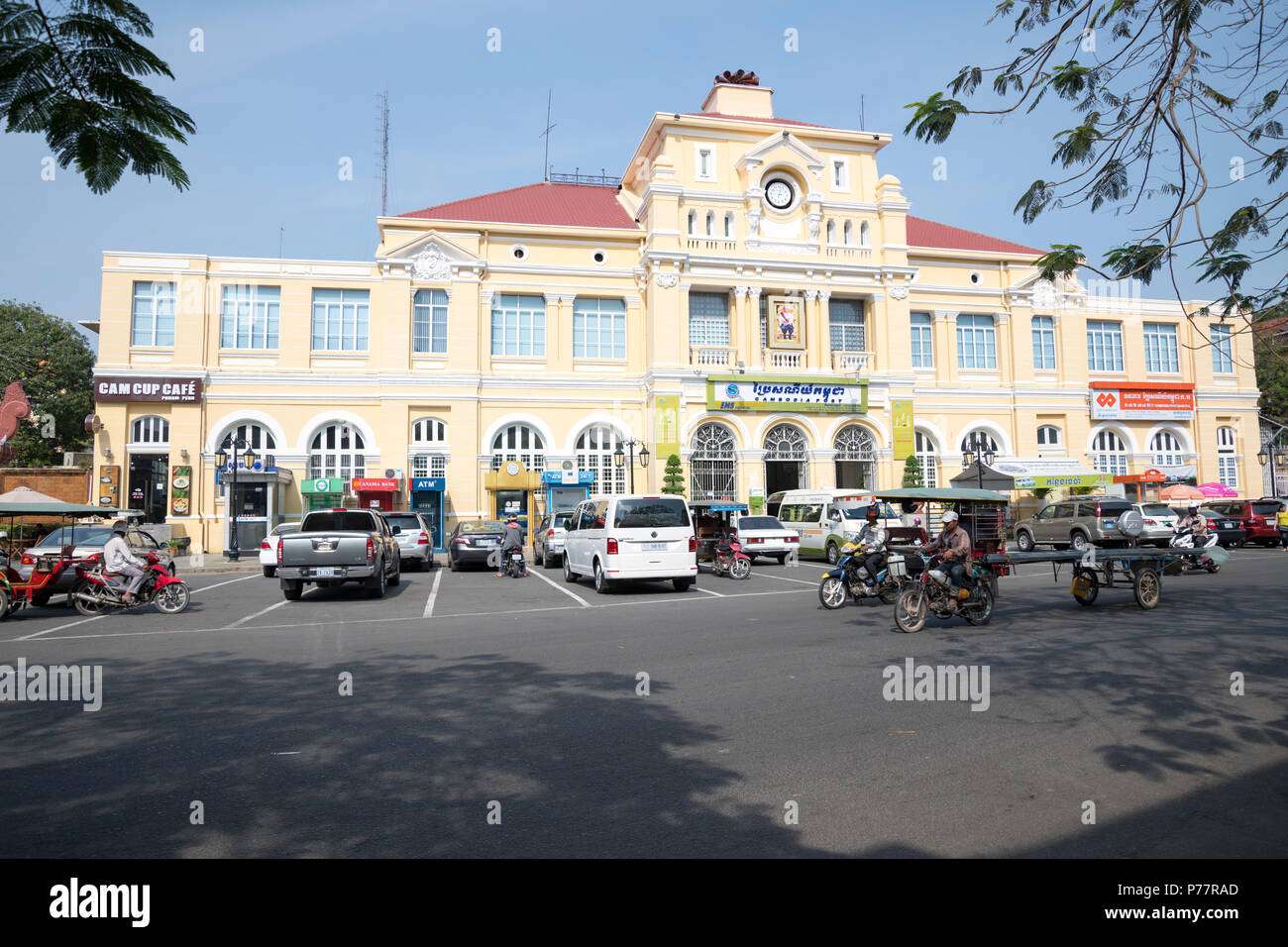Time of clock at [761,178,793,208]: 9:02
